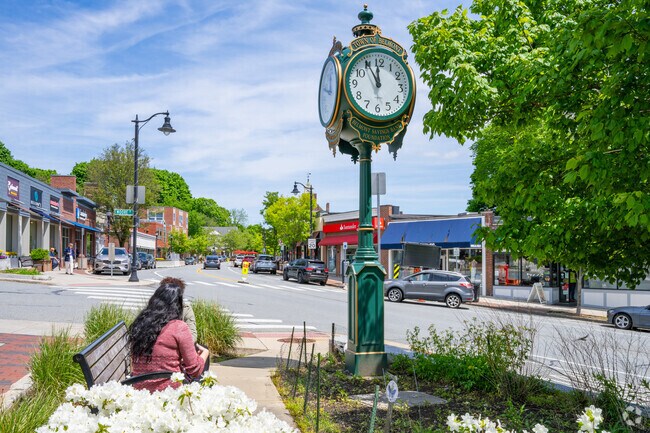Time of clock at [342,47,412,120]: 11:55
